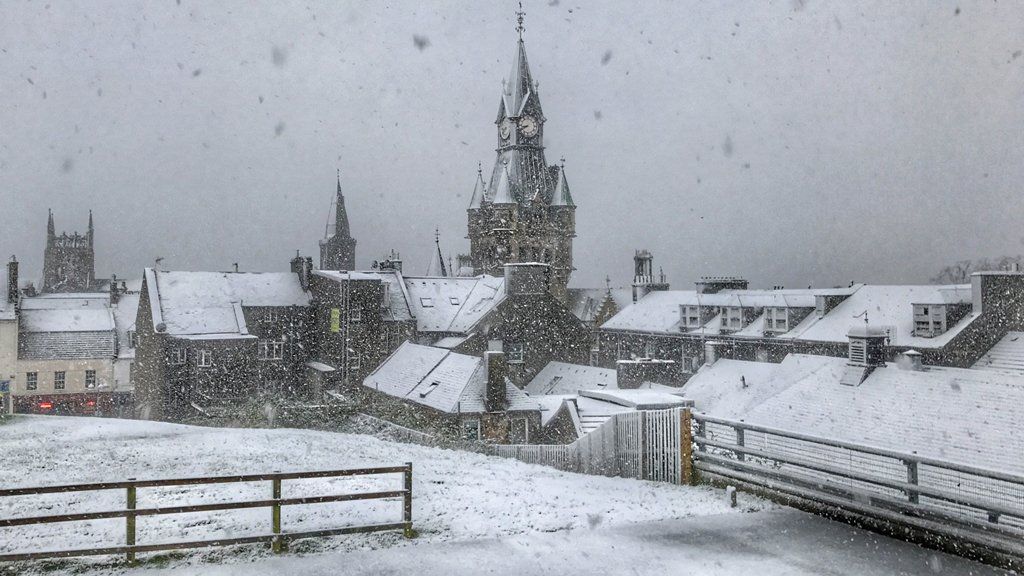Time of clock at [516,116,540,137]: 8:40
